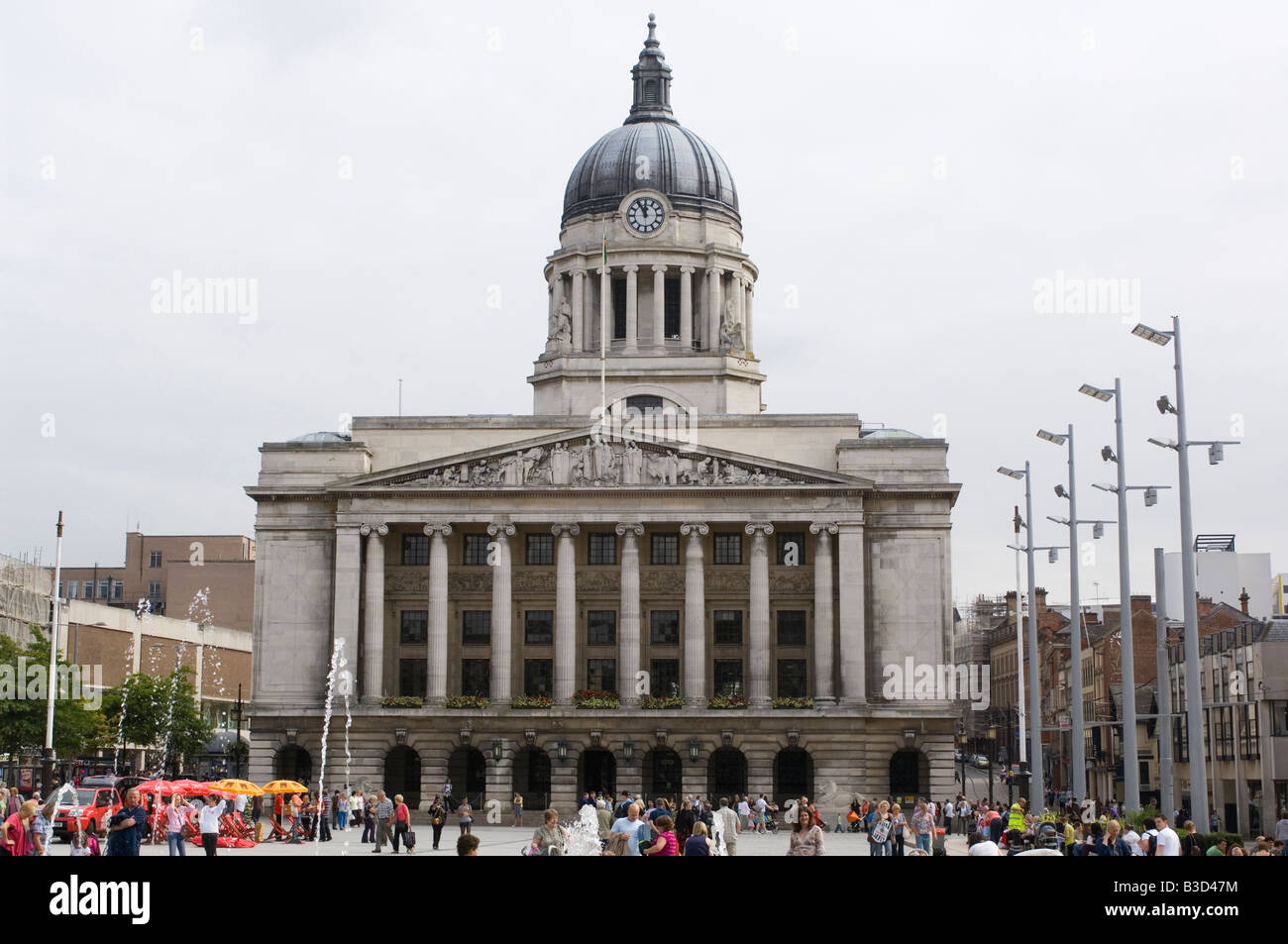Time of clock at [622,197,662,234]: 11:55
